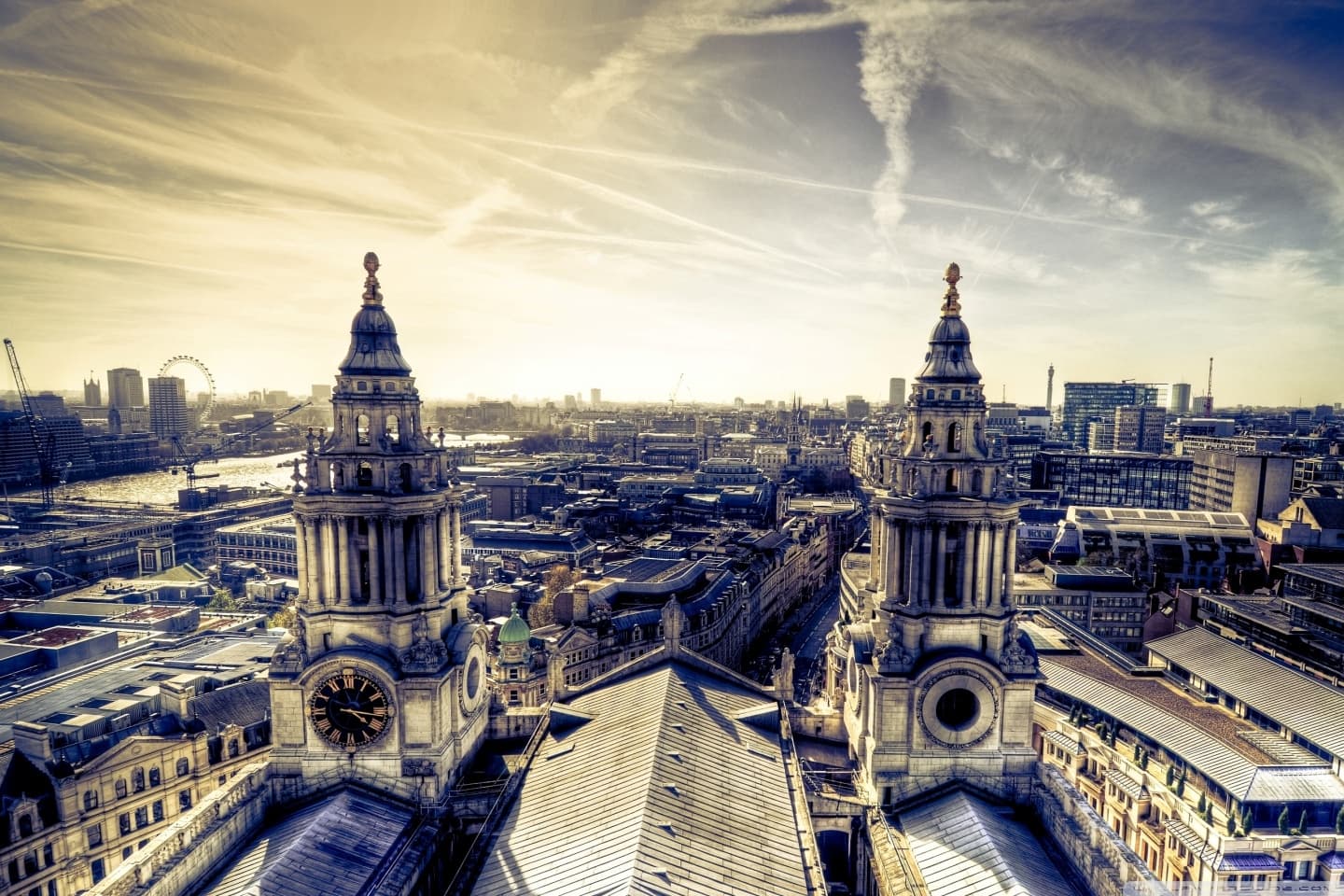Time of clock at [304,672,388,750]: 4:16
